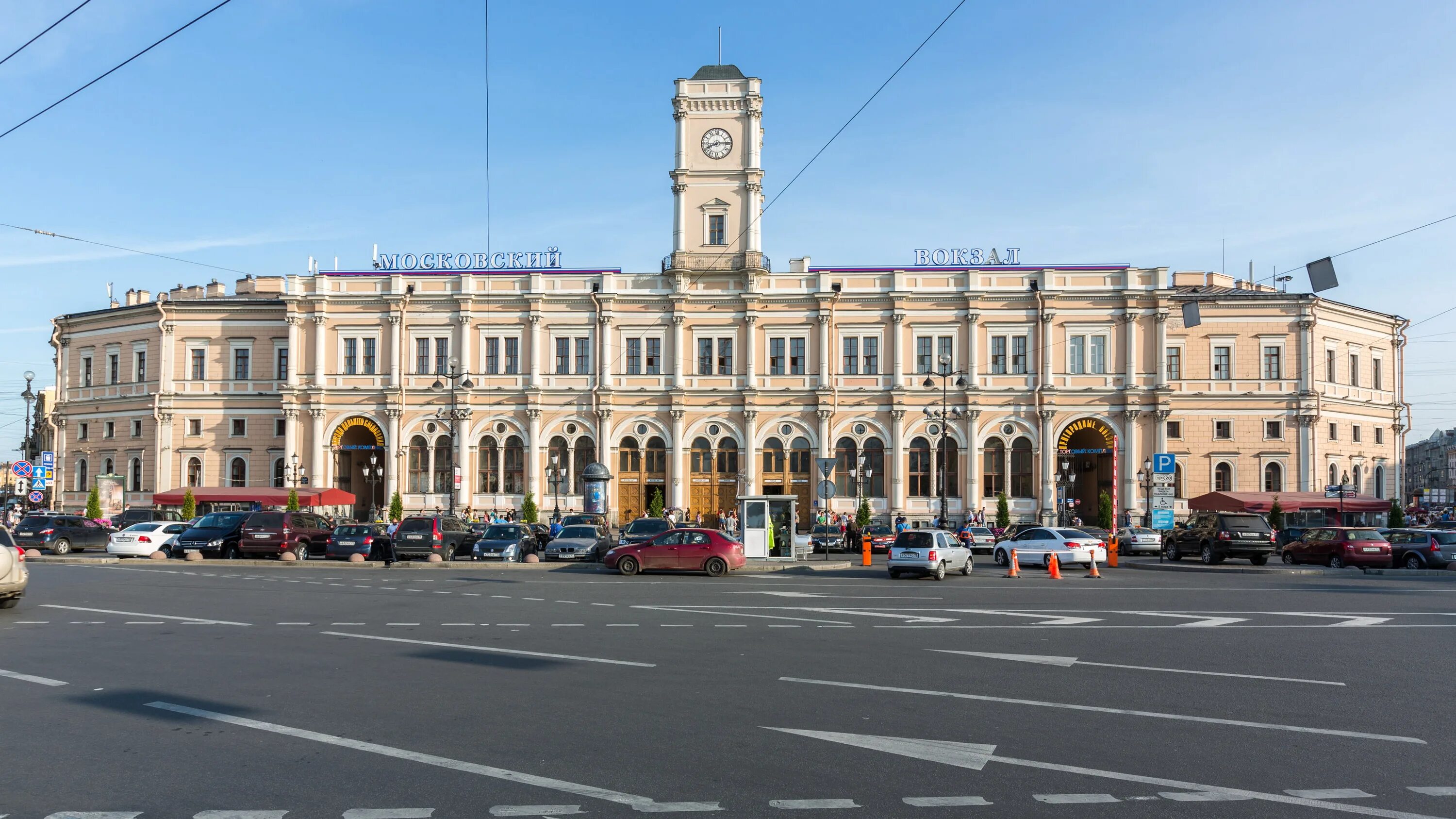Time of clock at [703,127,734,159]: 8:14
